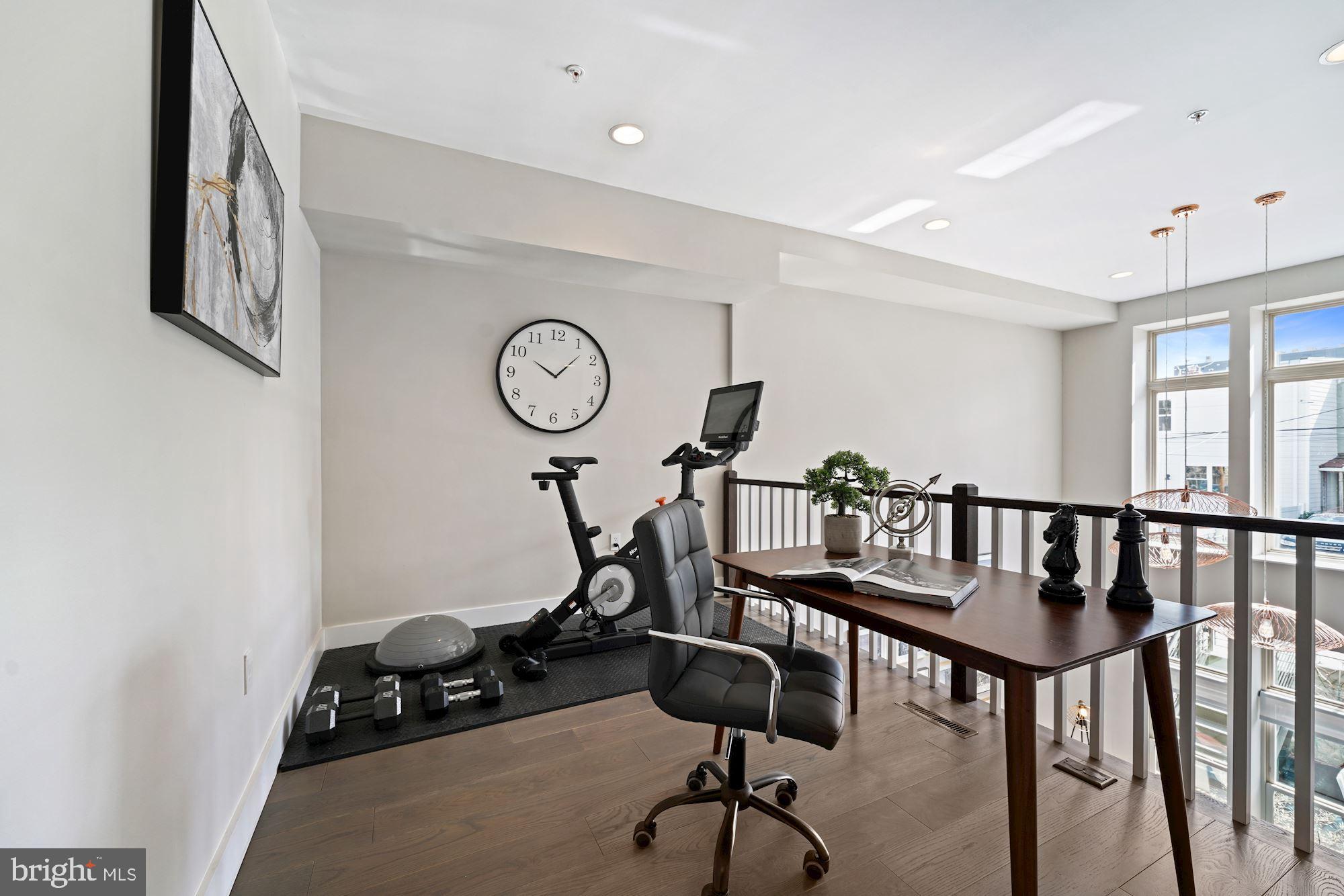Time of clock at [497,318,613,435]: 10:07
